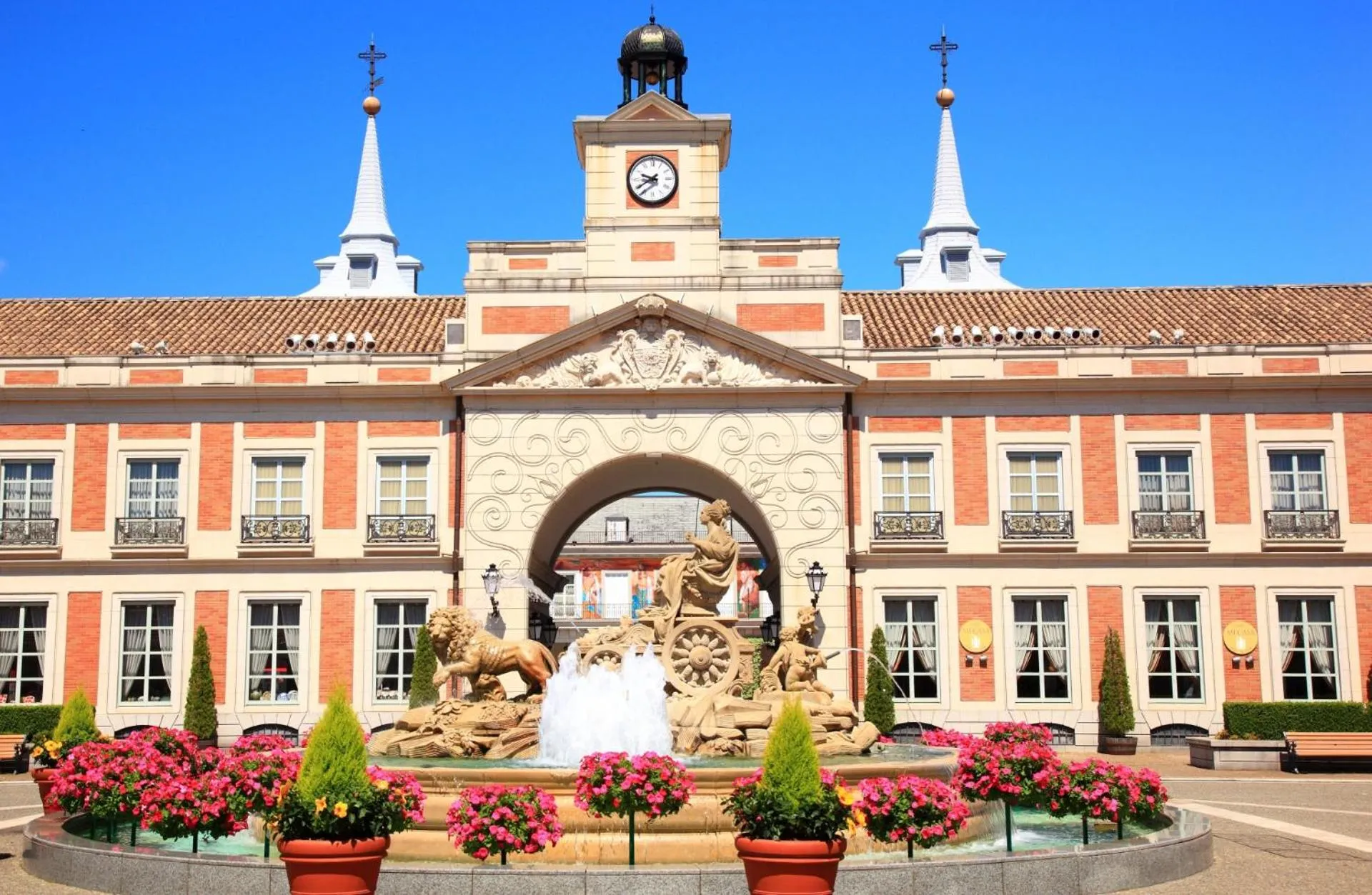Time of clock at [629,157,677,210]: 9:39
